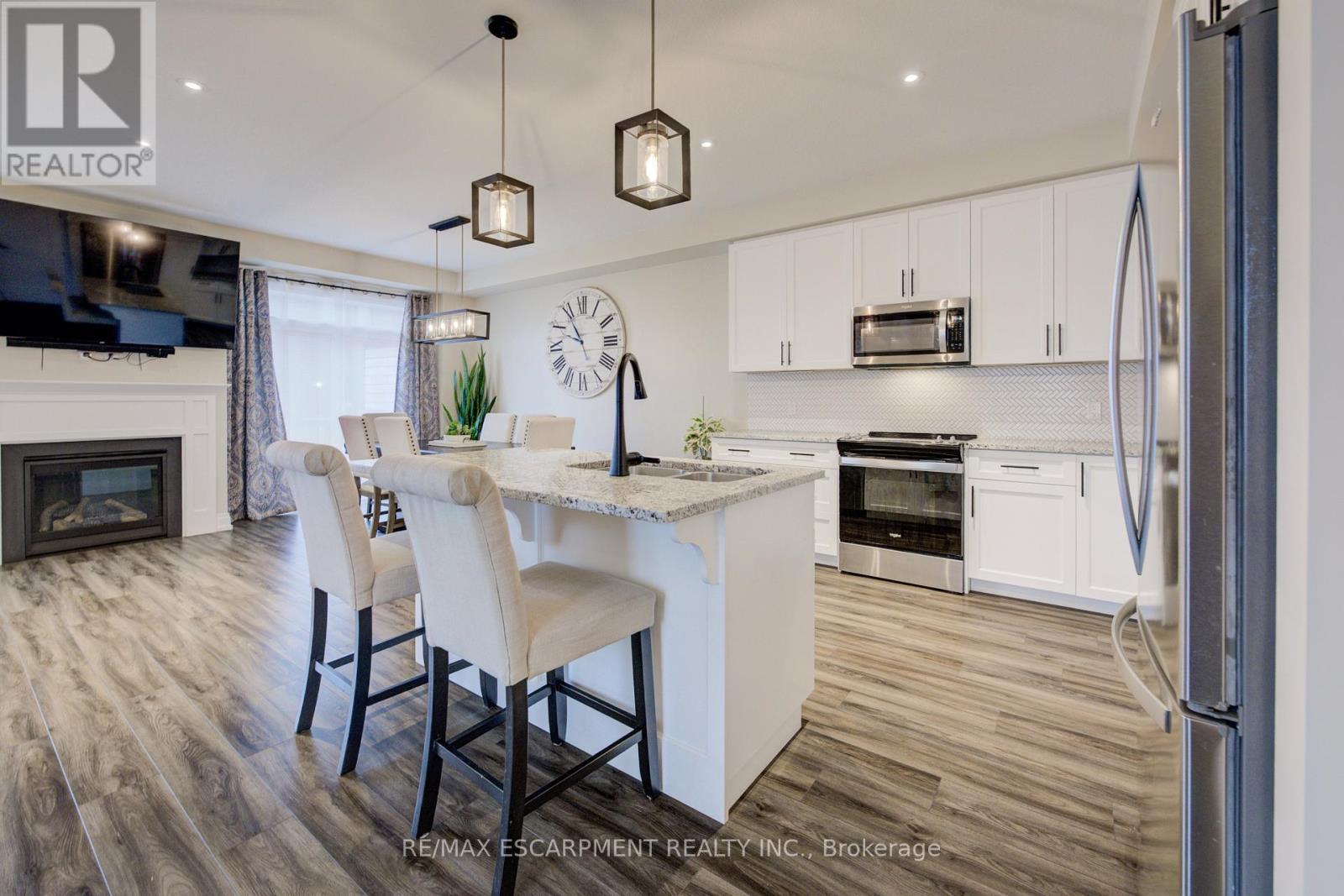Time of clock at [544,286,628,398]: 9:54
